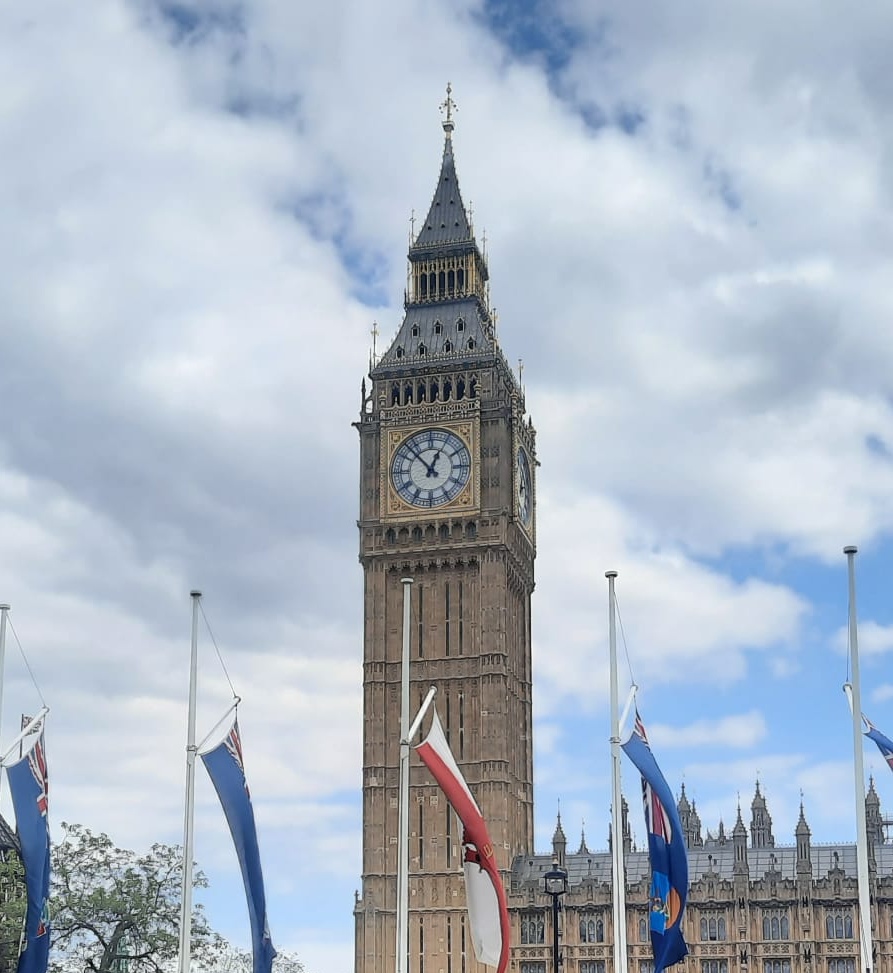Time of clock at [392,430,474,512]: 12:53
